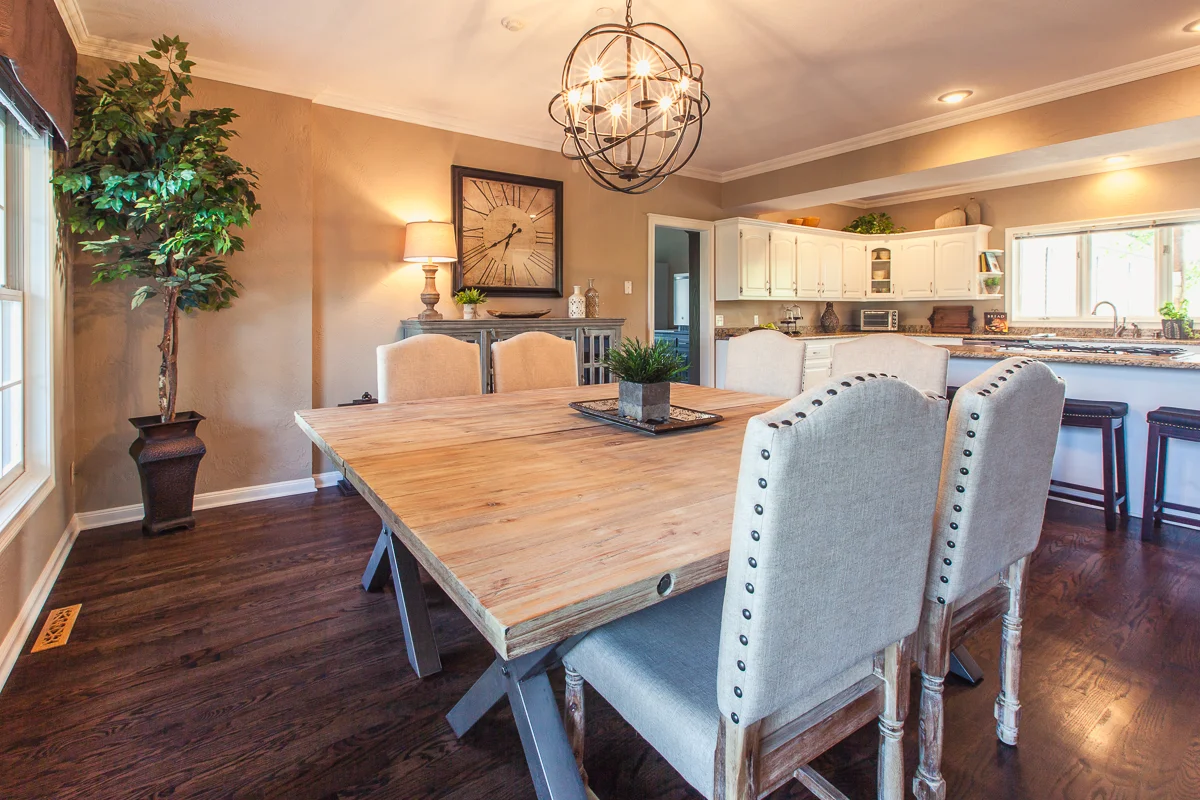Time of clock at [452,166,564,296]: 6:39
